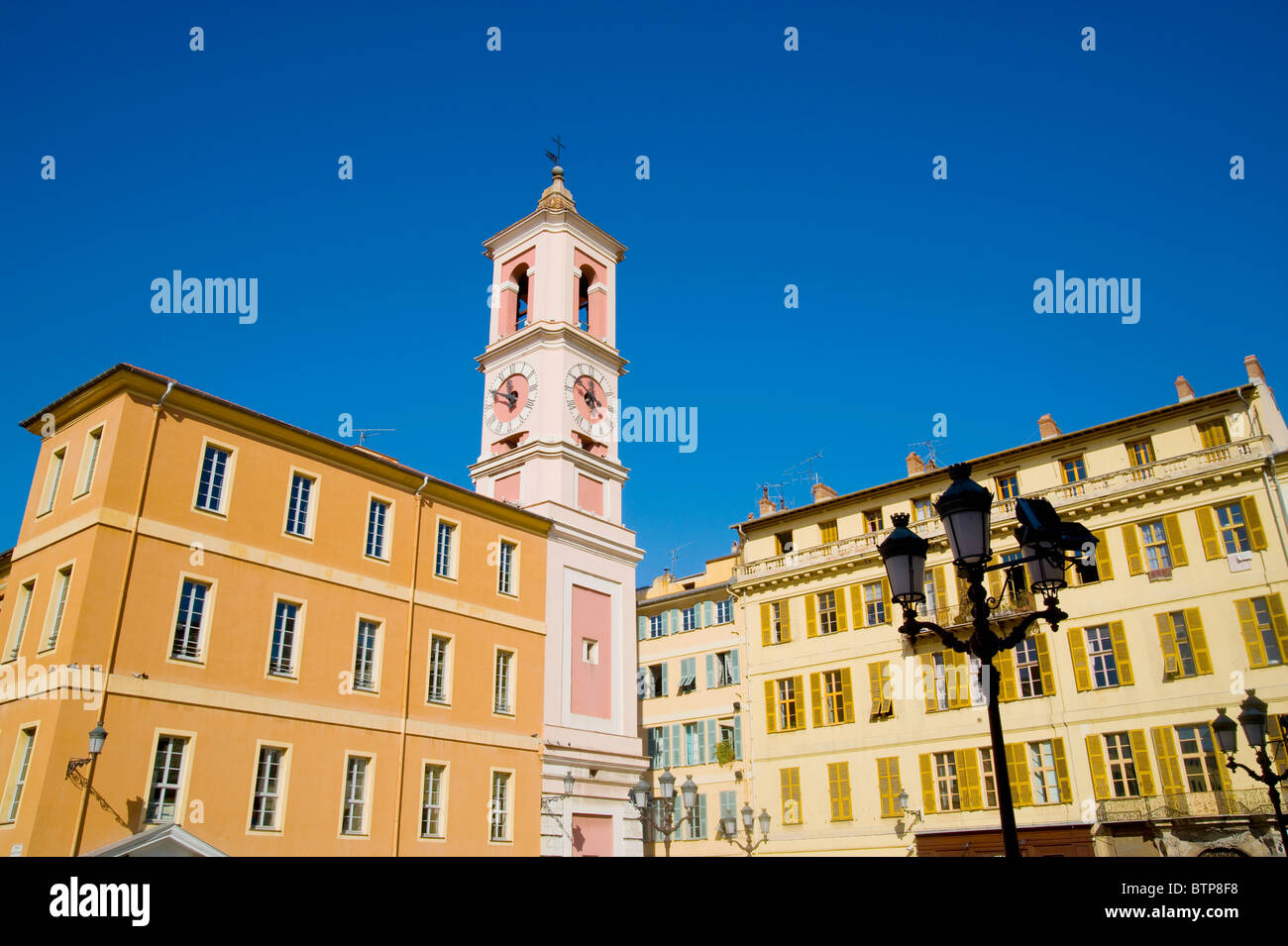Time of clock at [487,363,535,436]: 11:49
